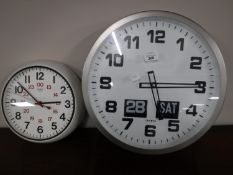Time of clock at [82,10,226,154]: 5:14
